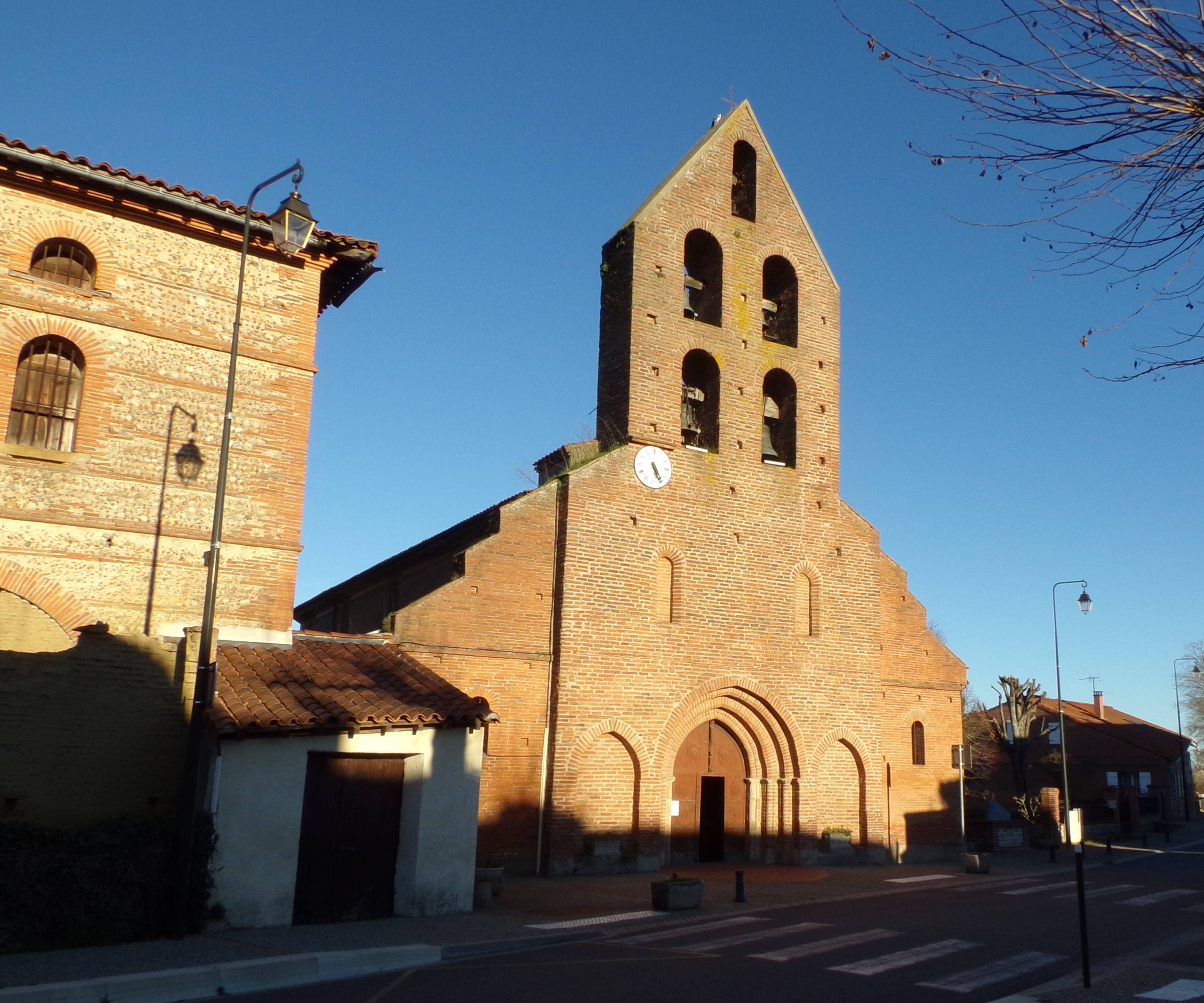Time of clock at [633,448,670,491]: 5:24
